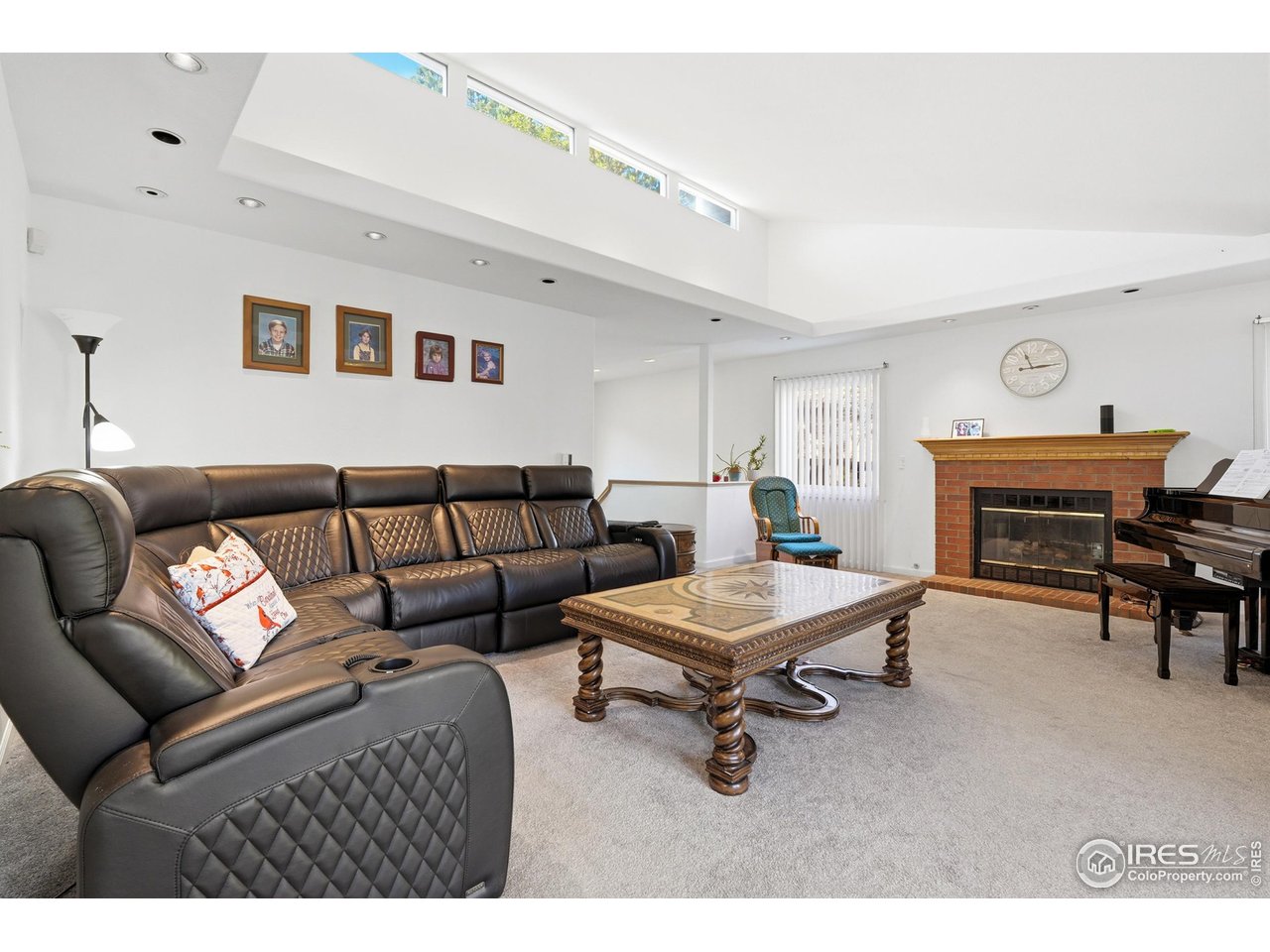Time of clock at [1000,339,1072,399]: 11:14
